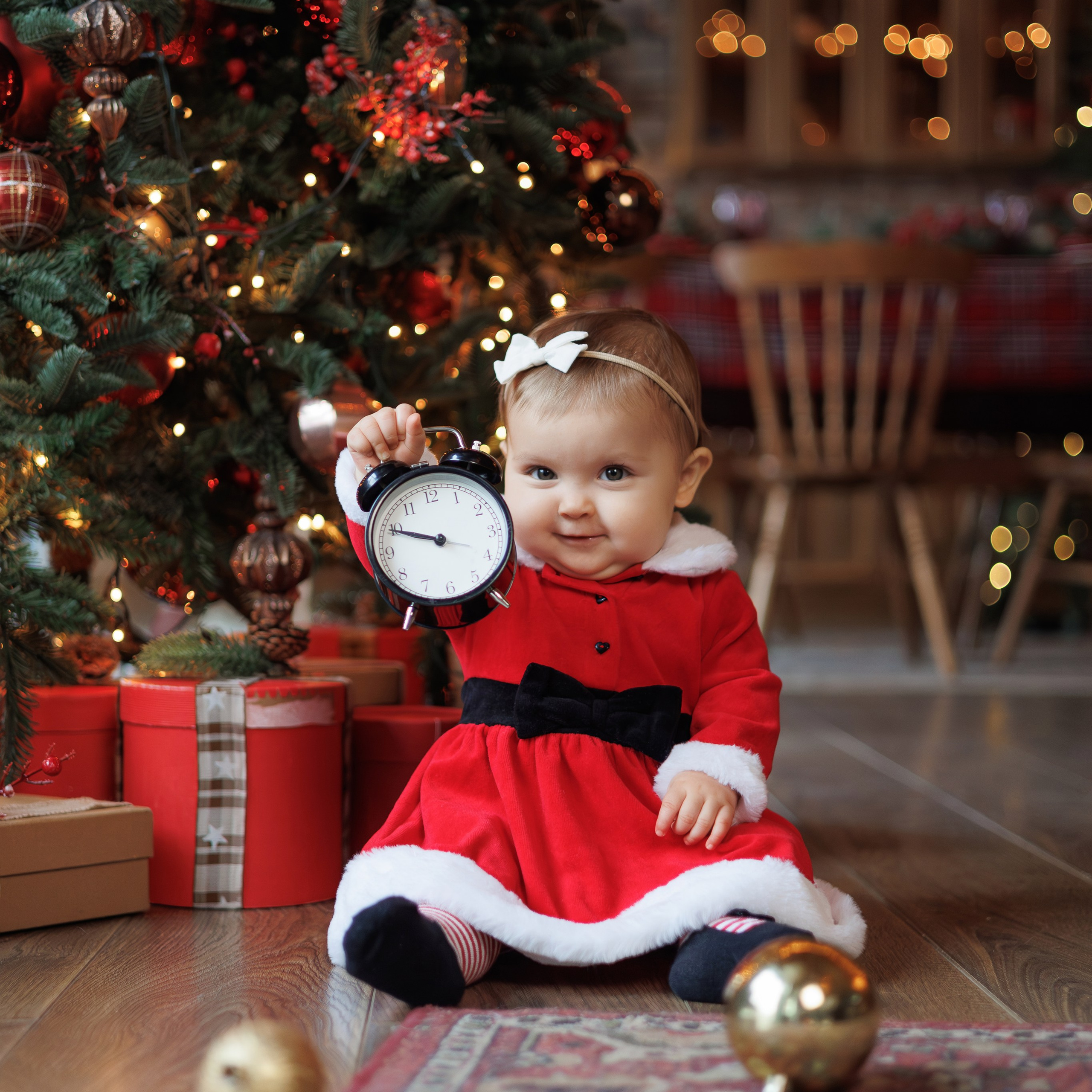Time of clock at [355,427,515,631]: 9:49
